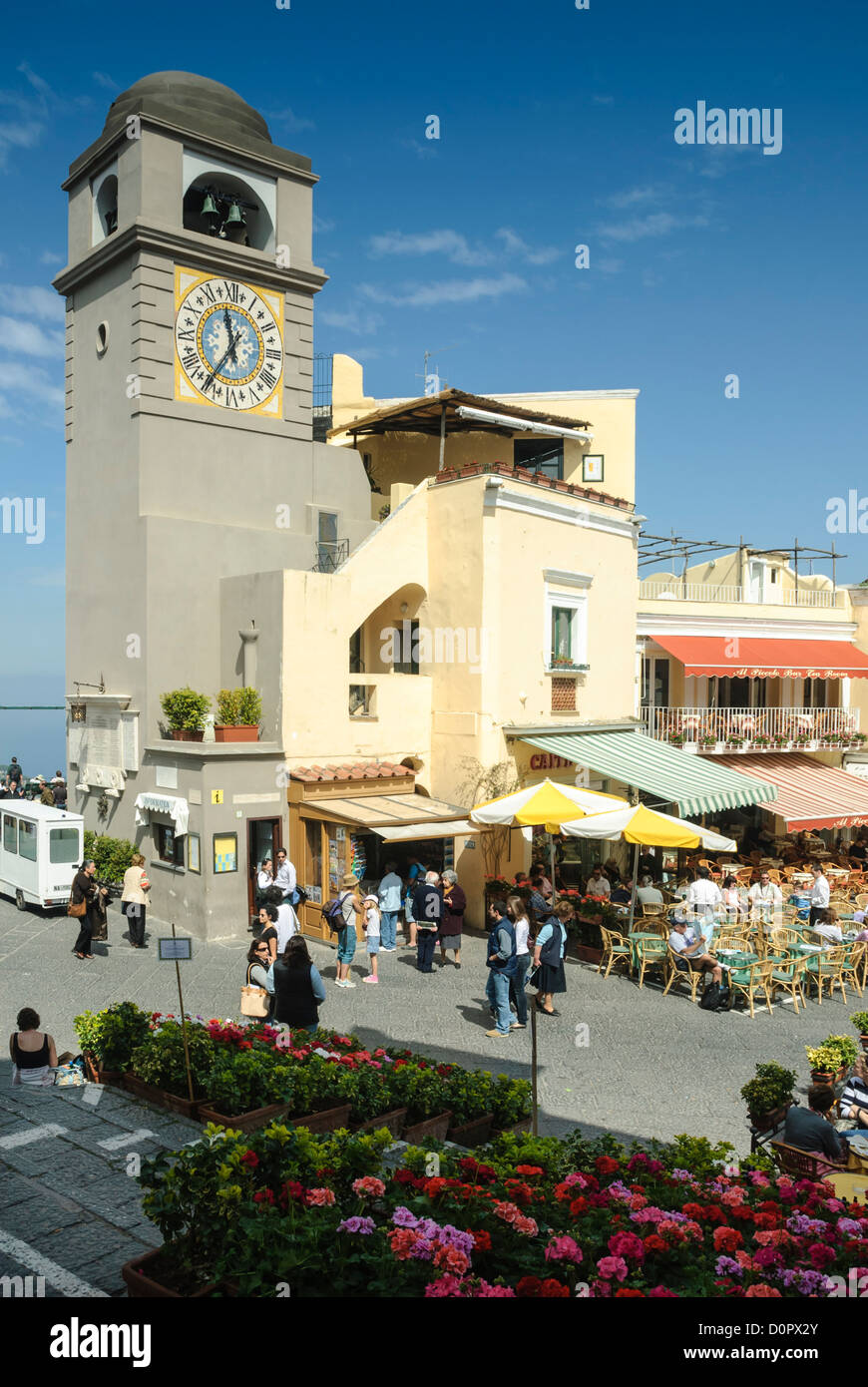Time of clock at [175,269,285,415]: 11:35
